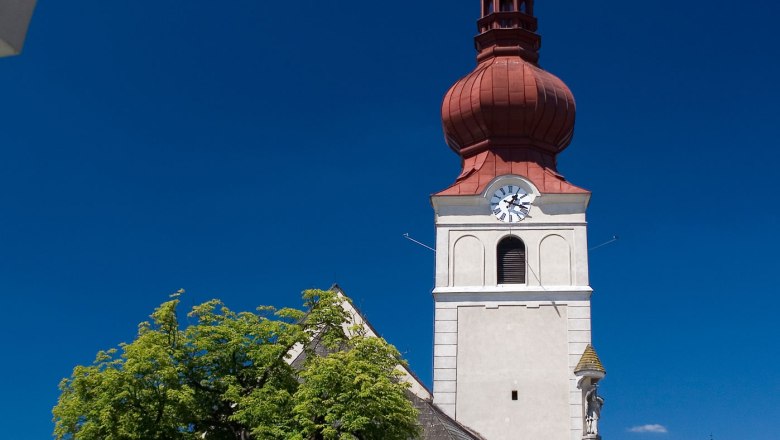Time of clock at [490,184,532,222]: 1:18
